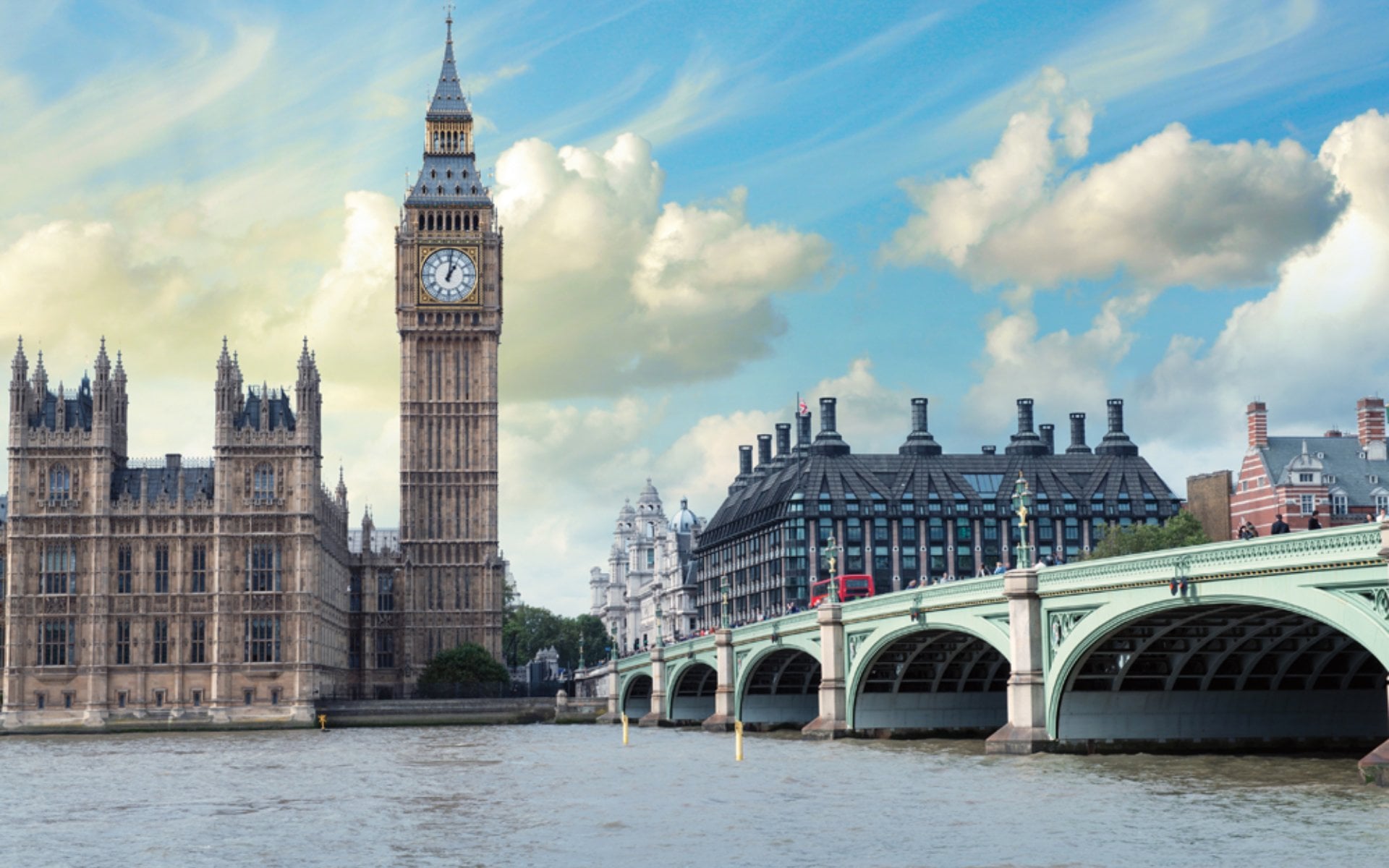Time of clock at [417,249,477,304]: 1:01
